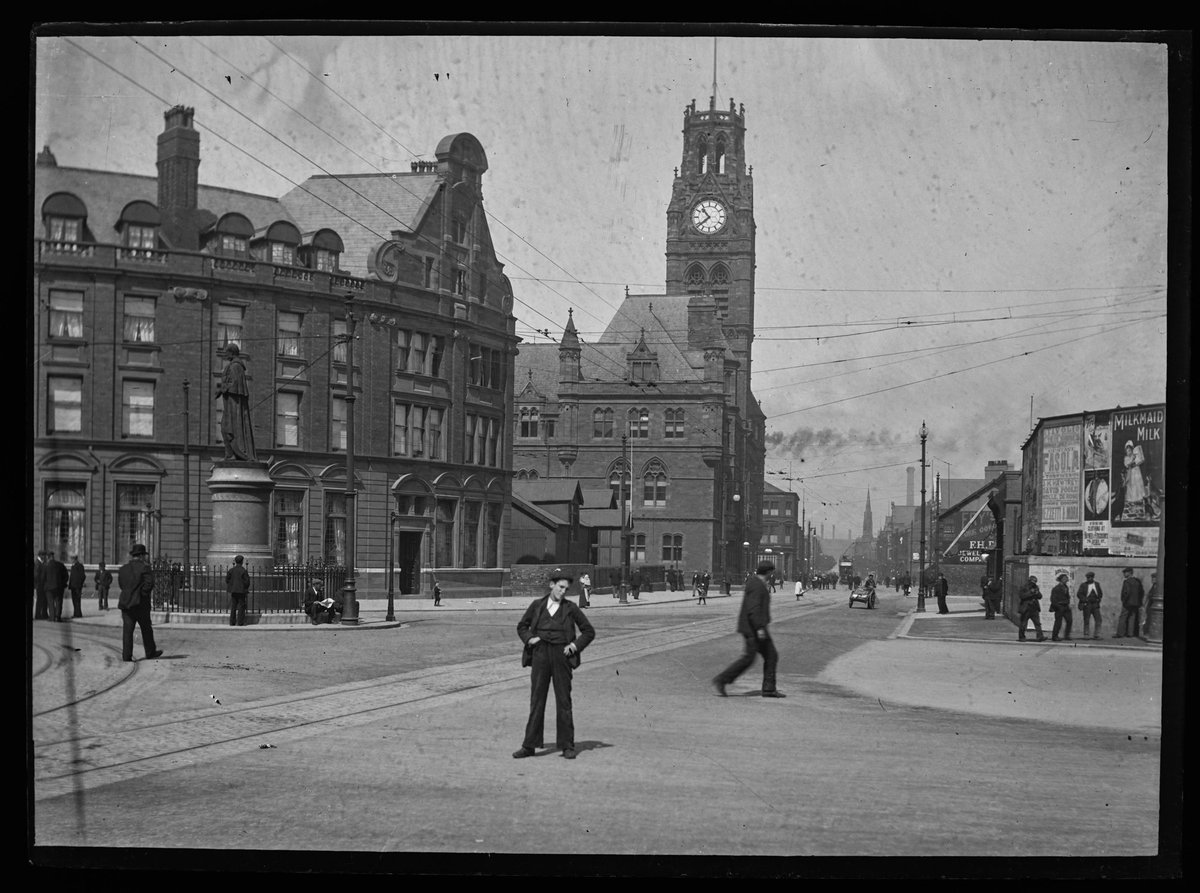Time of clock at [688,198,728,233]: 10:38
